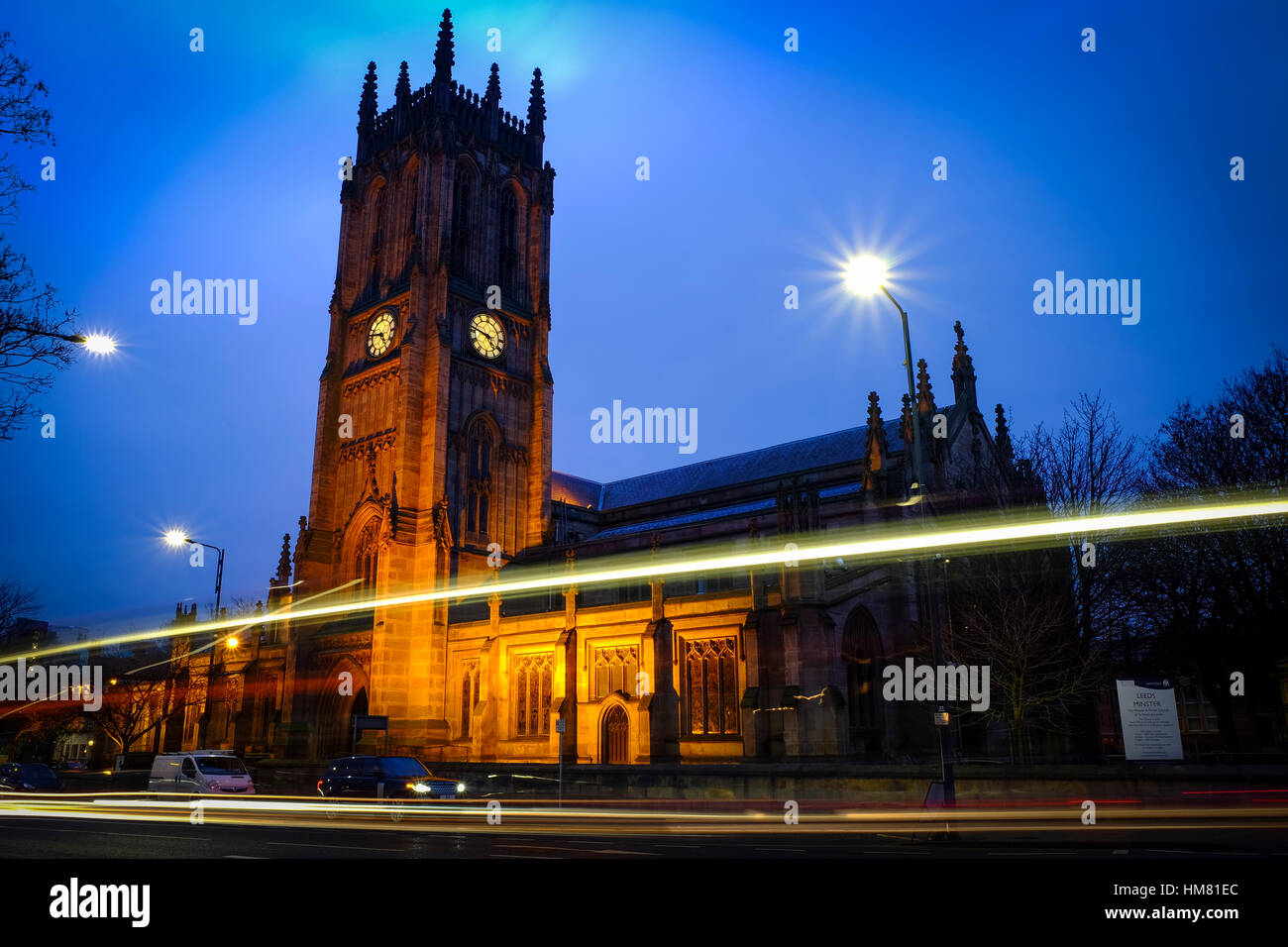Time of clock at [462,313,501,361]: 4:46
